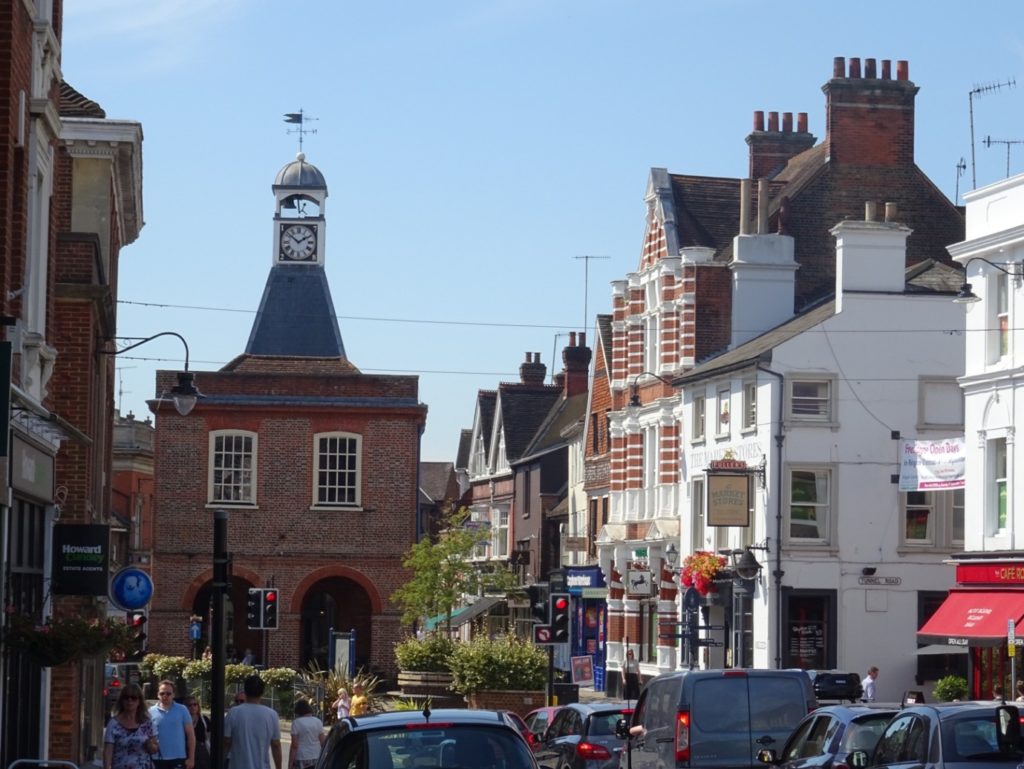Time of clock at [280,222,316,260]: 1:51
